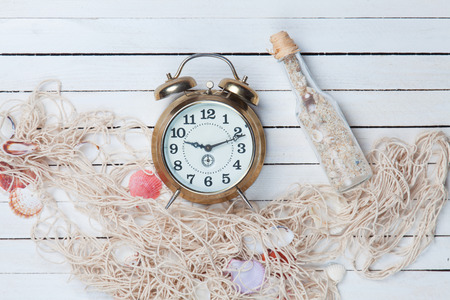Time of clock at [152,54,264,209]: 9:11
